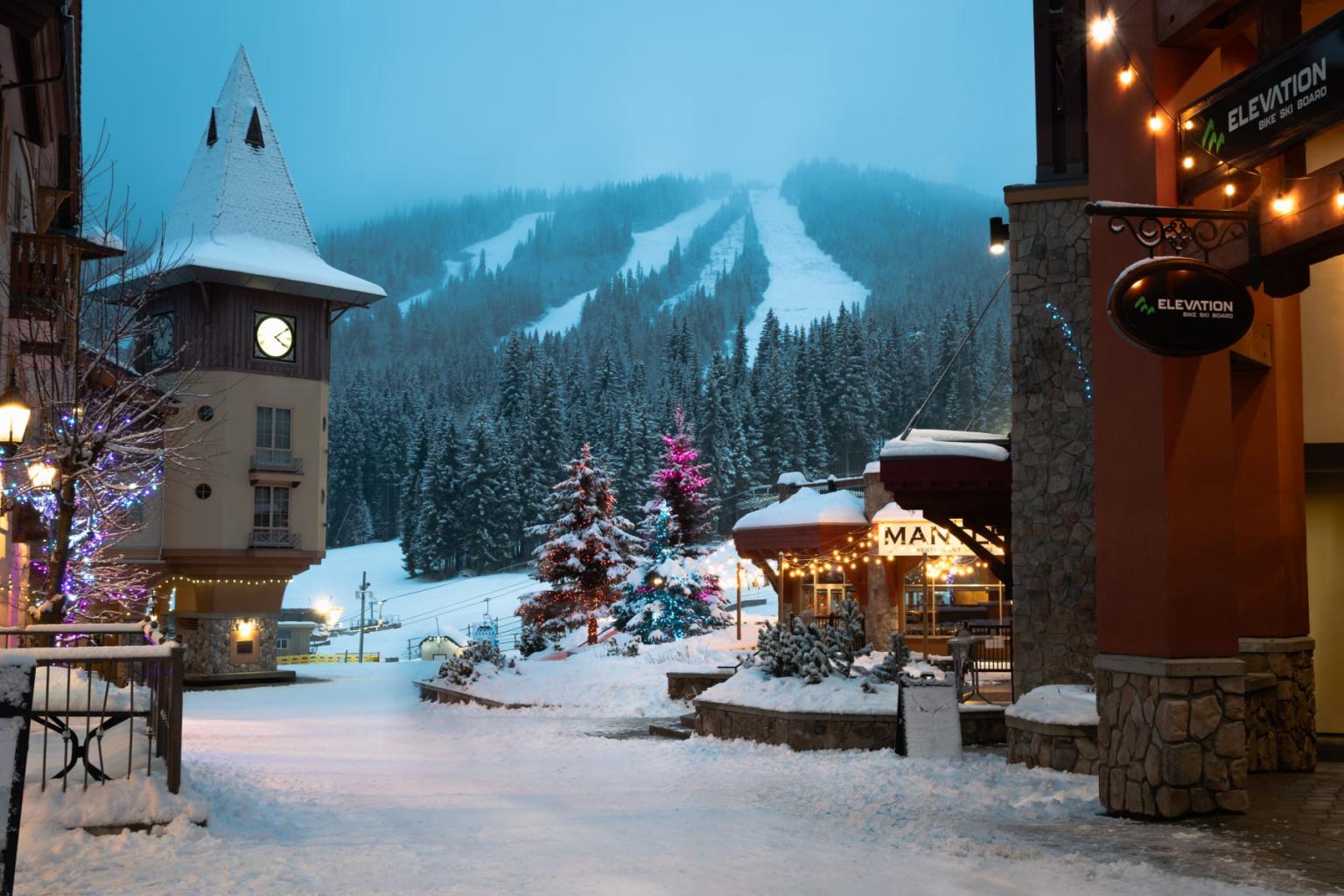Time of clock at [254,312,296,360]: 4:09
